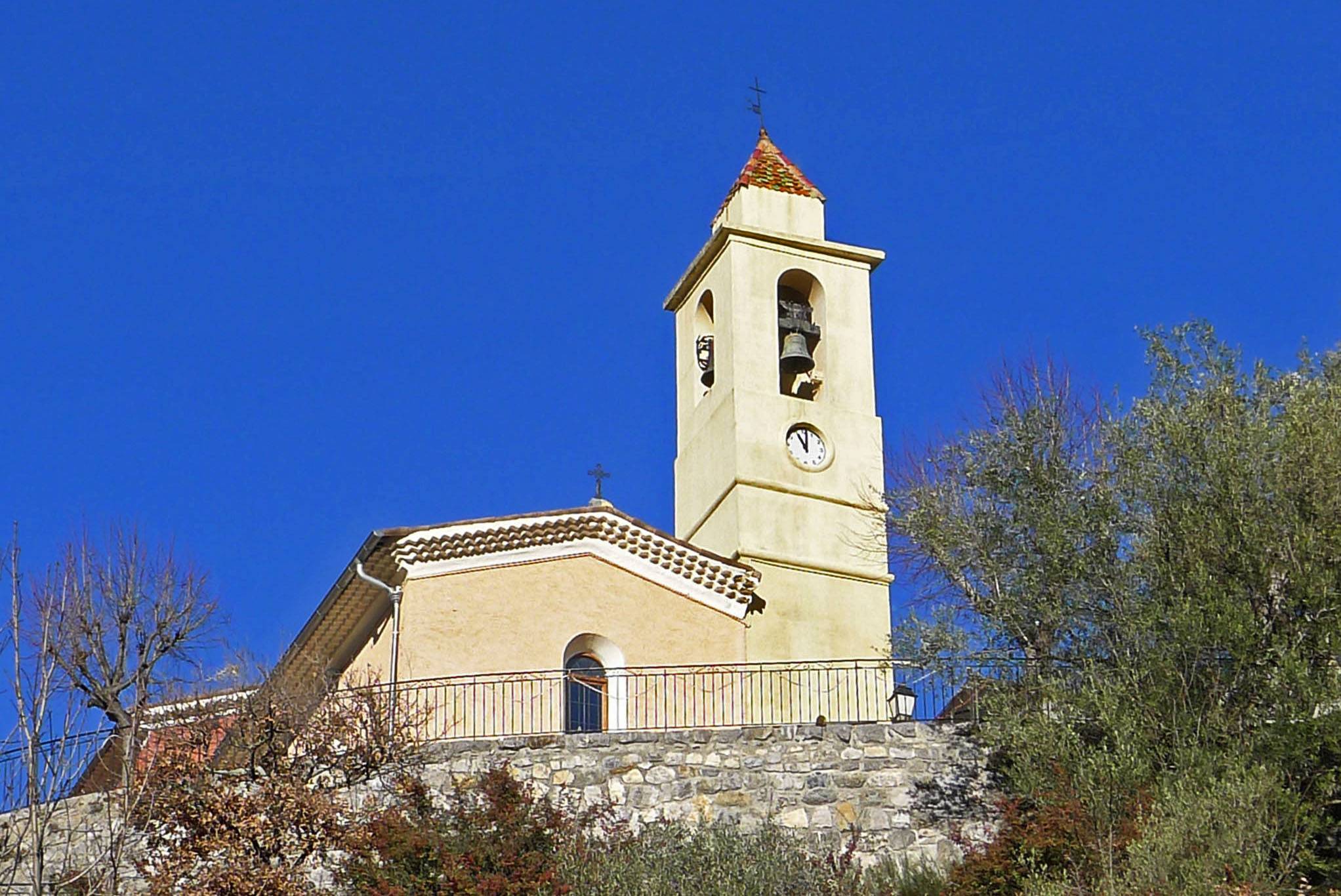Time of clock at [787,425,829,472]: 11:01
